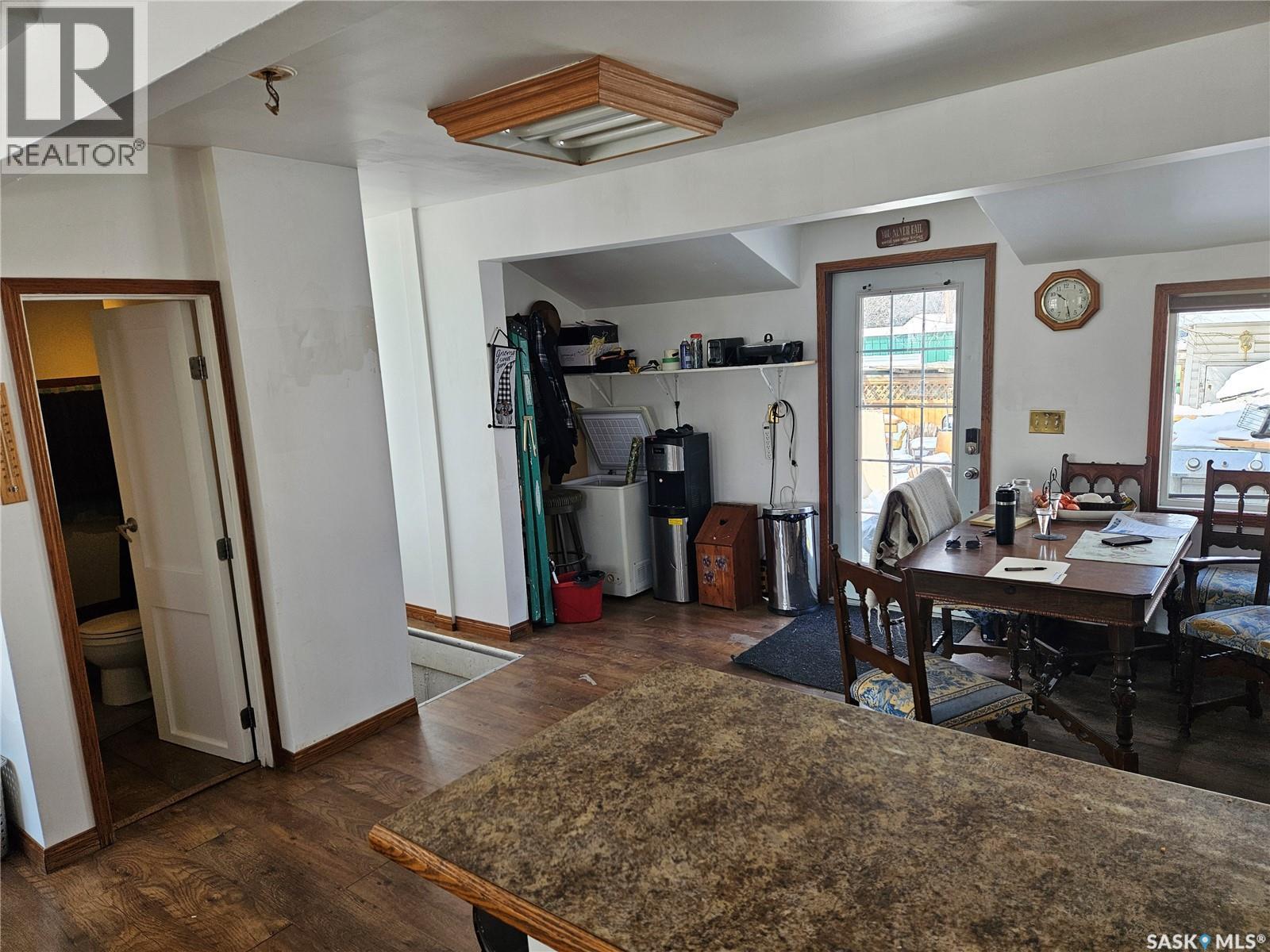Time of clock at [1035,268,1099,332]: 10:28
